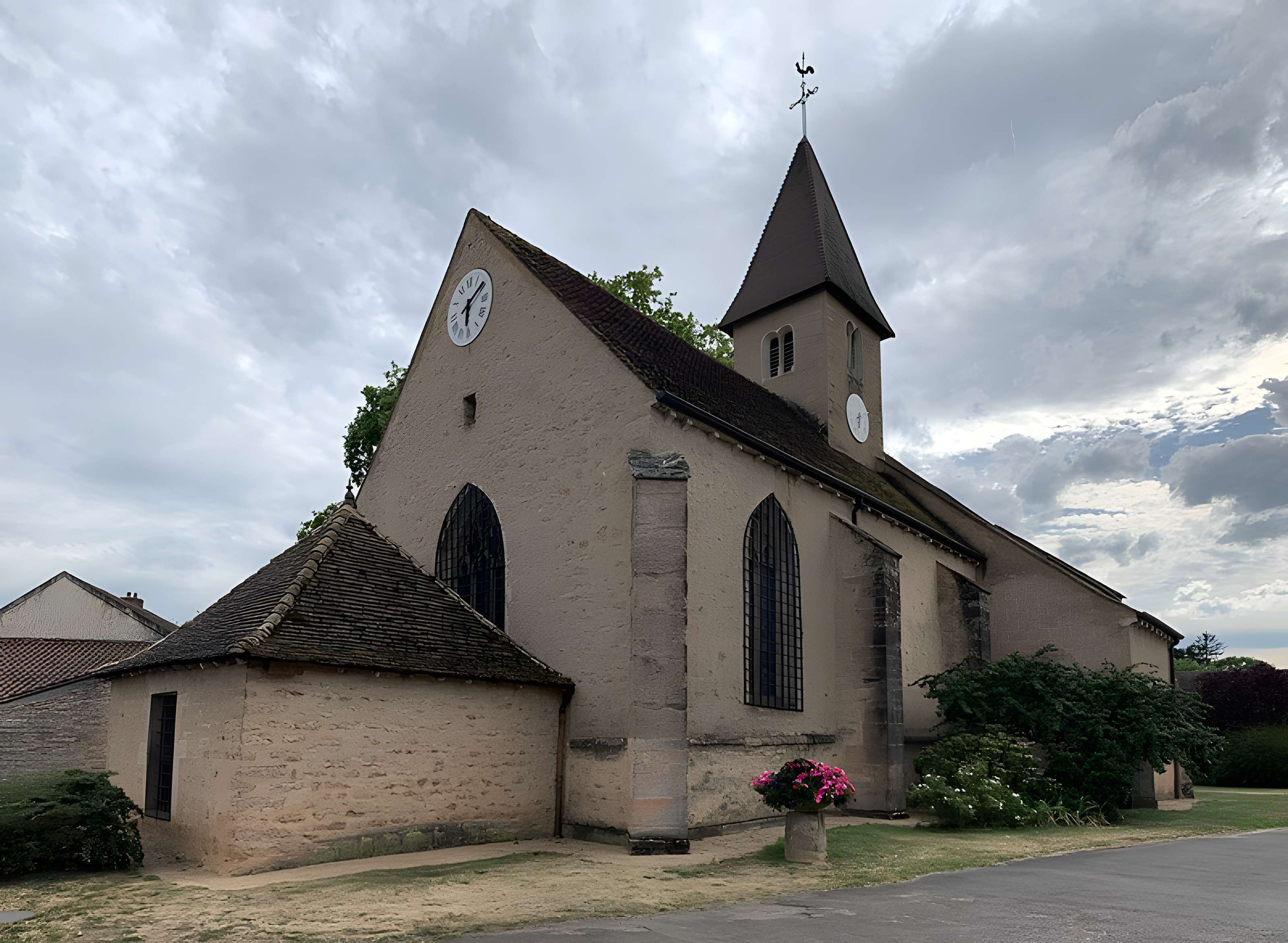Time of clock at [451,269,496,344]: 6:08
